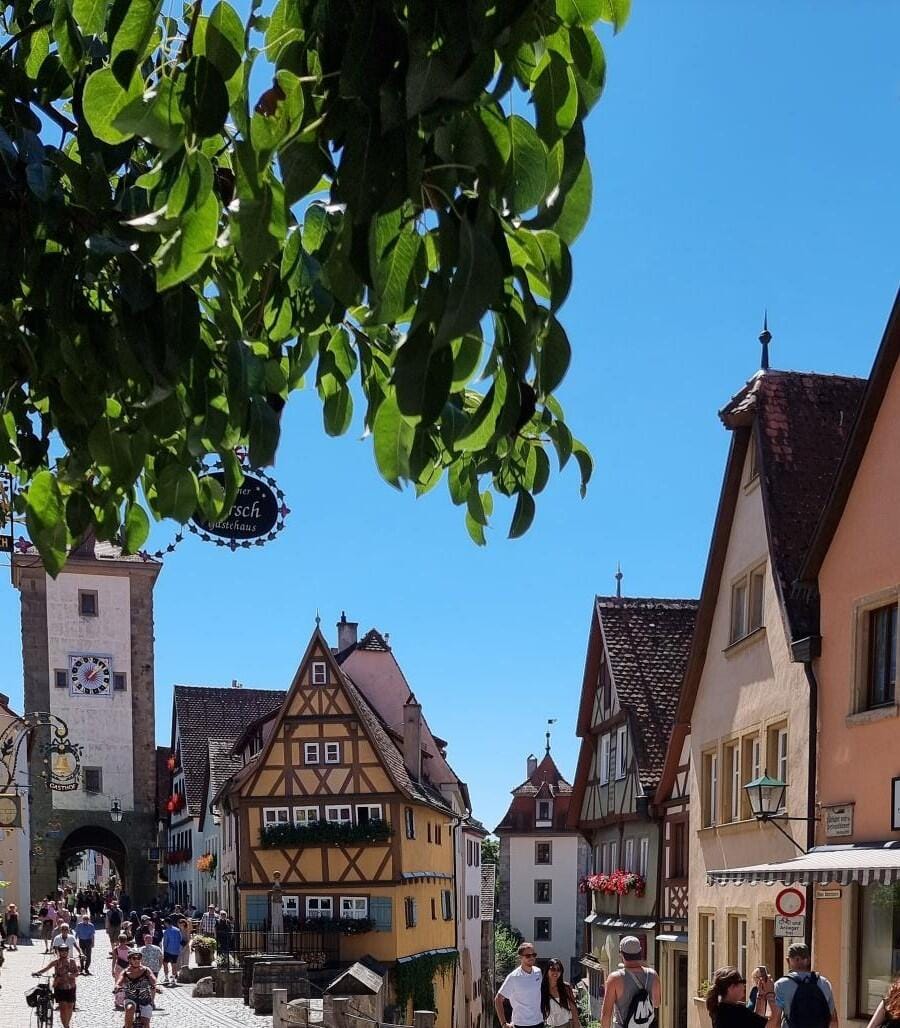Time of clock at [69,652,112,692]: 12:07
